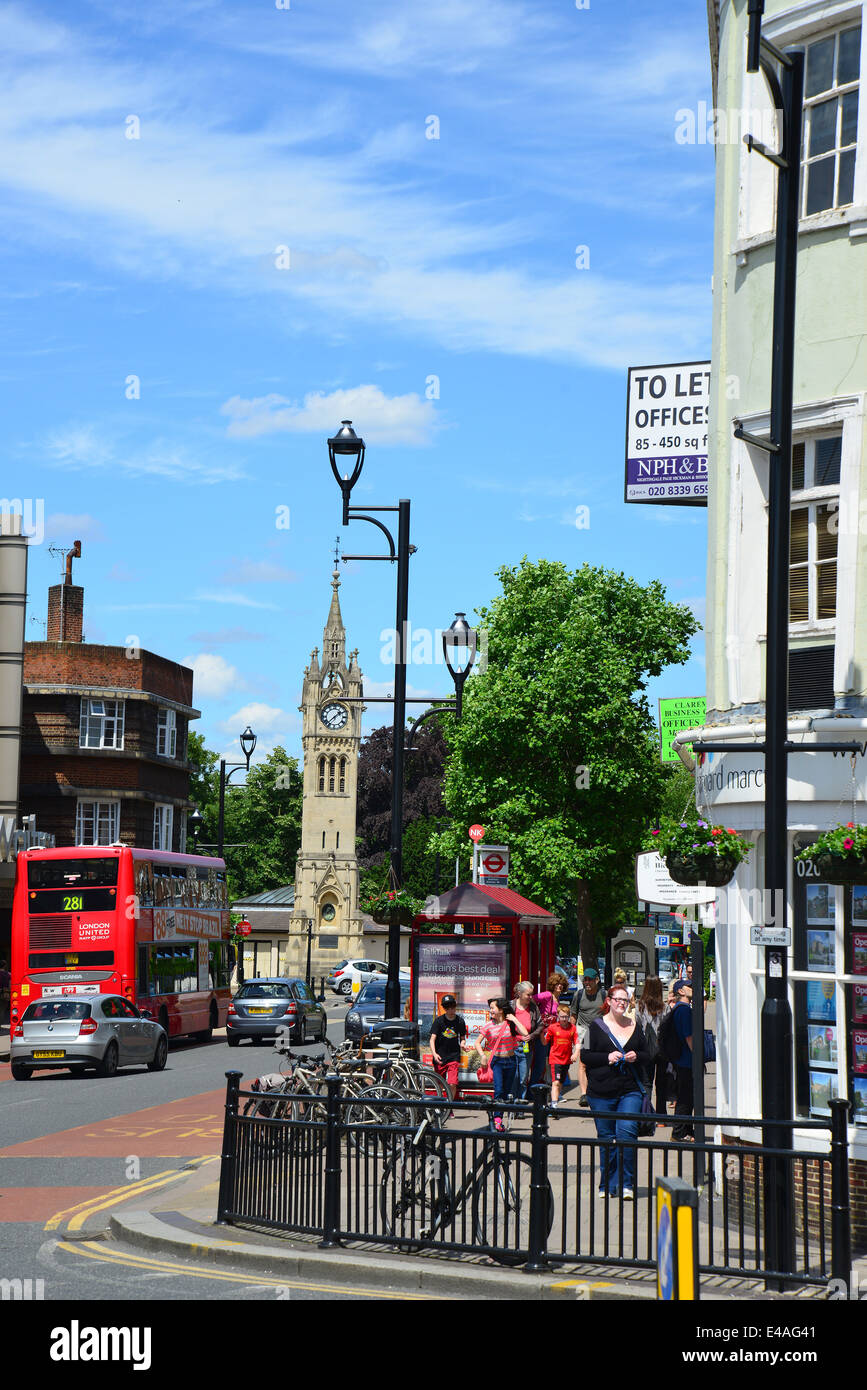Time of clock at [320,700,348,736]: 1:37
